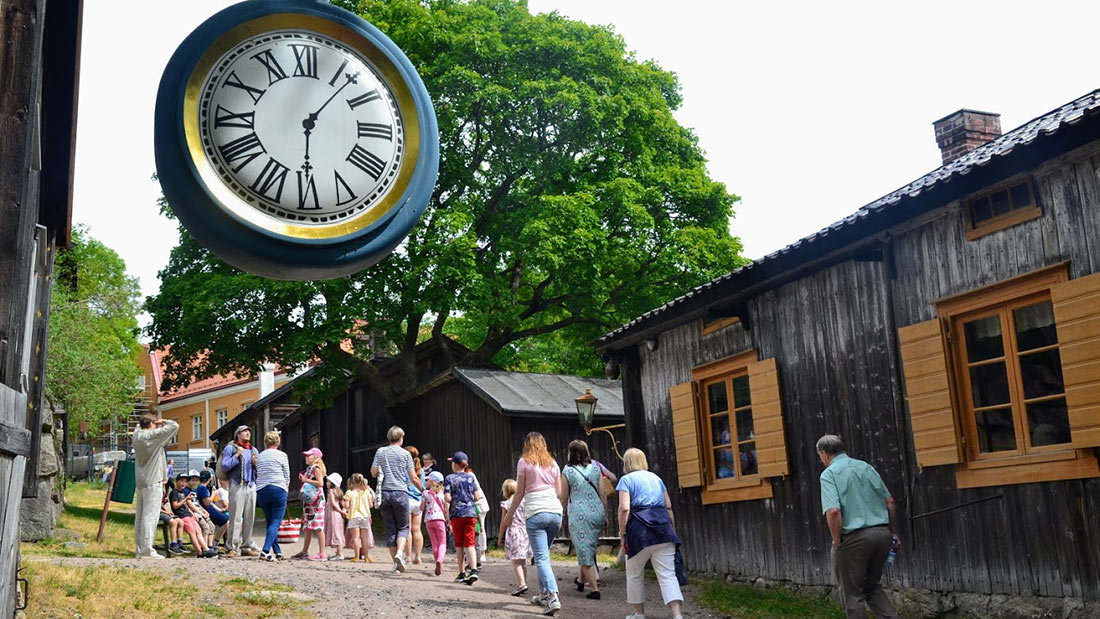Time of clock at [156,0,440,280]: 6:06
